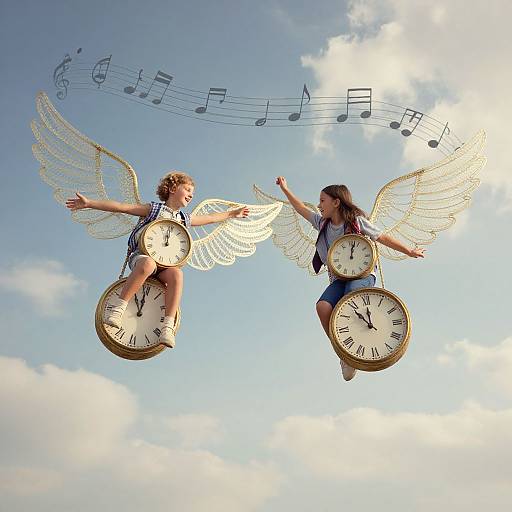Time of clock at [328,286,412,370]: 11:53
